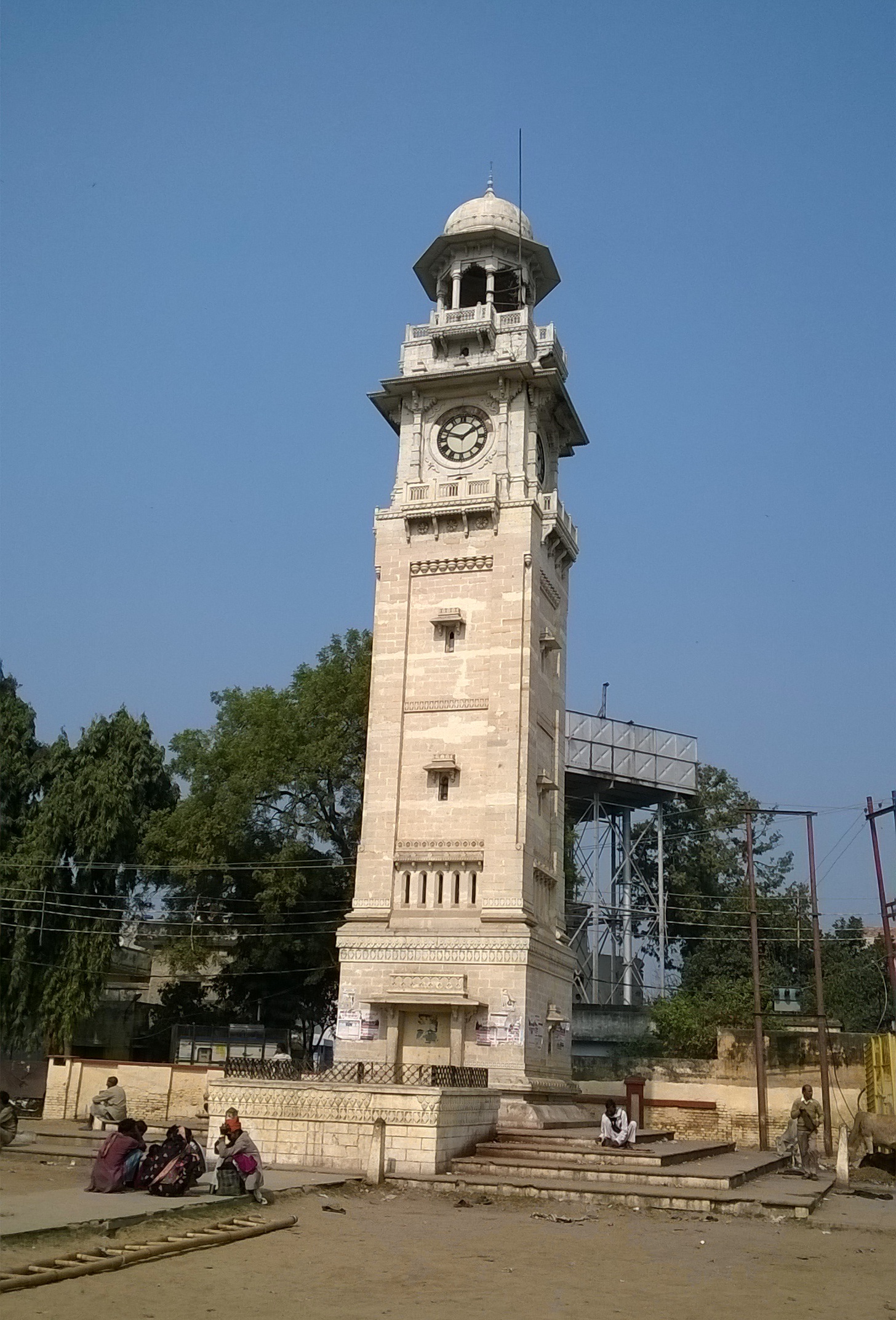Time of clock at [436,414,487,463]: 1:47
